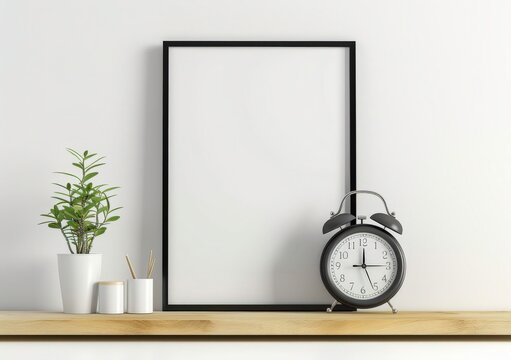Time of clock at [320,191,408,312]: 12:14
